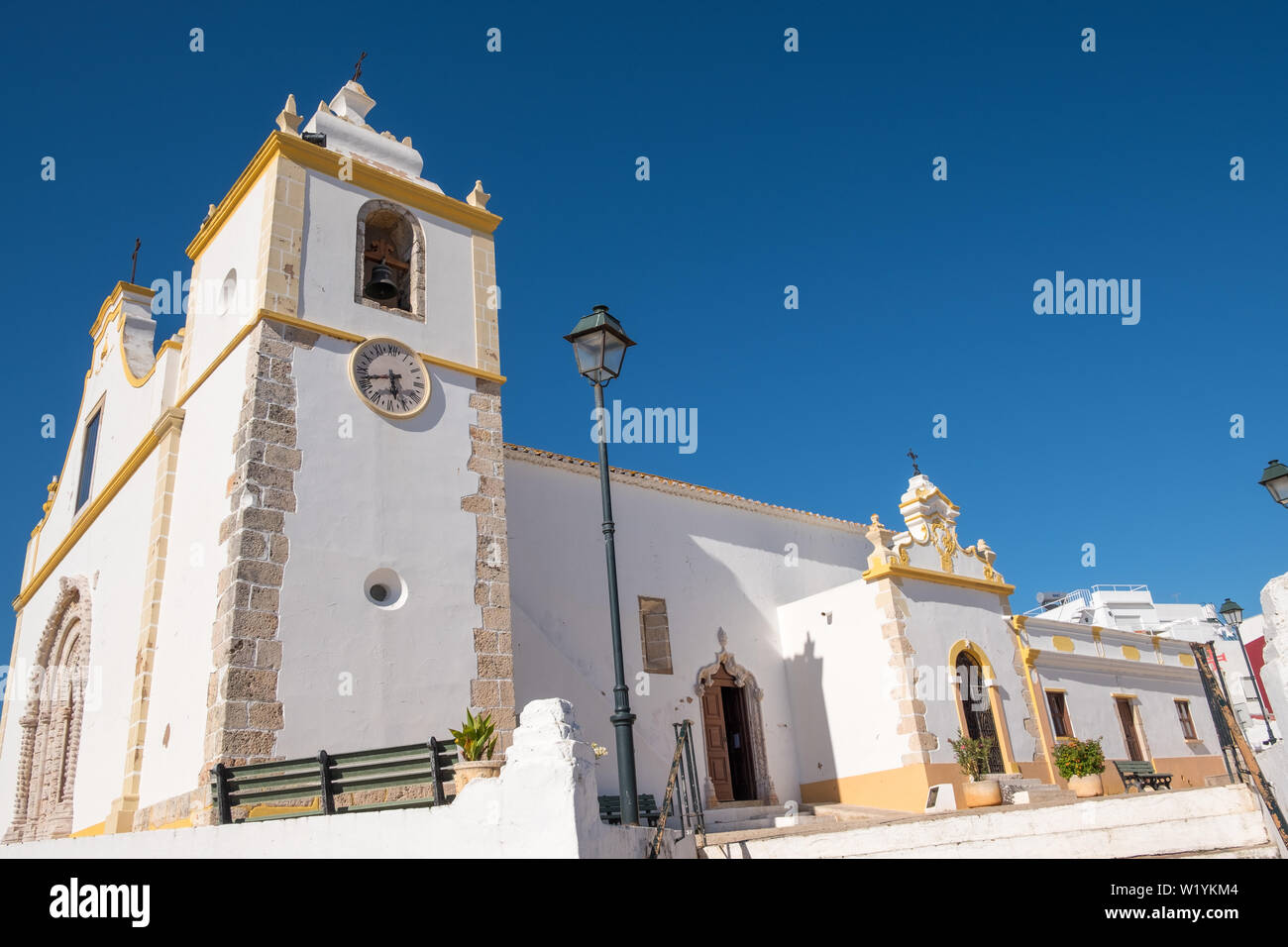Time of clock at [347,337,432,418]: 5:42
